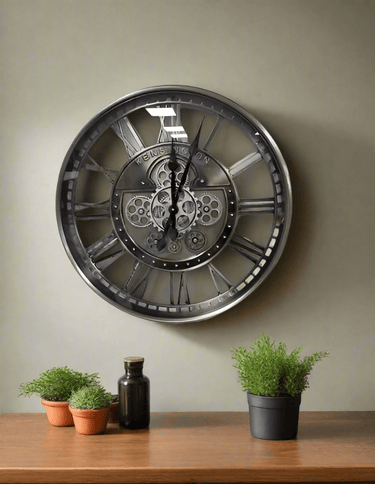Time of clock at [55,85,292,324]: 12:03
